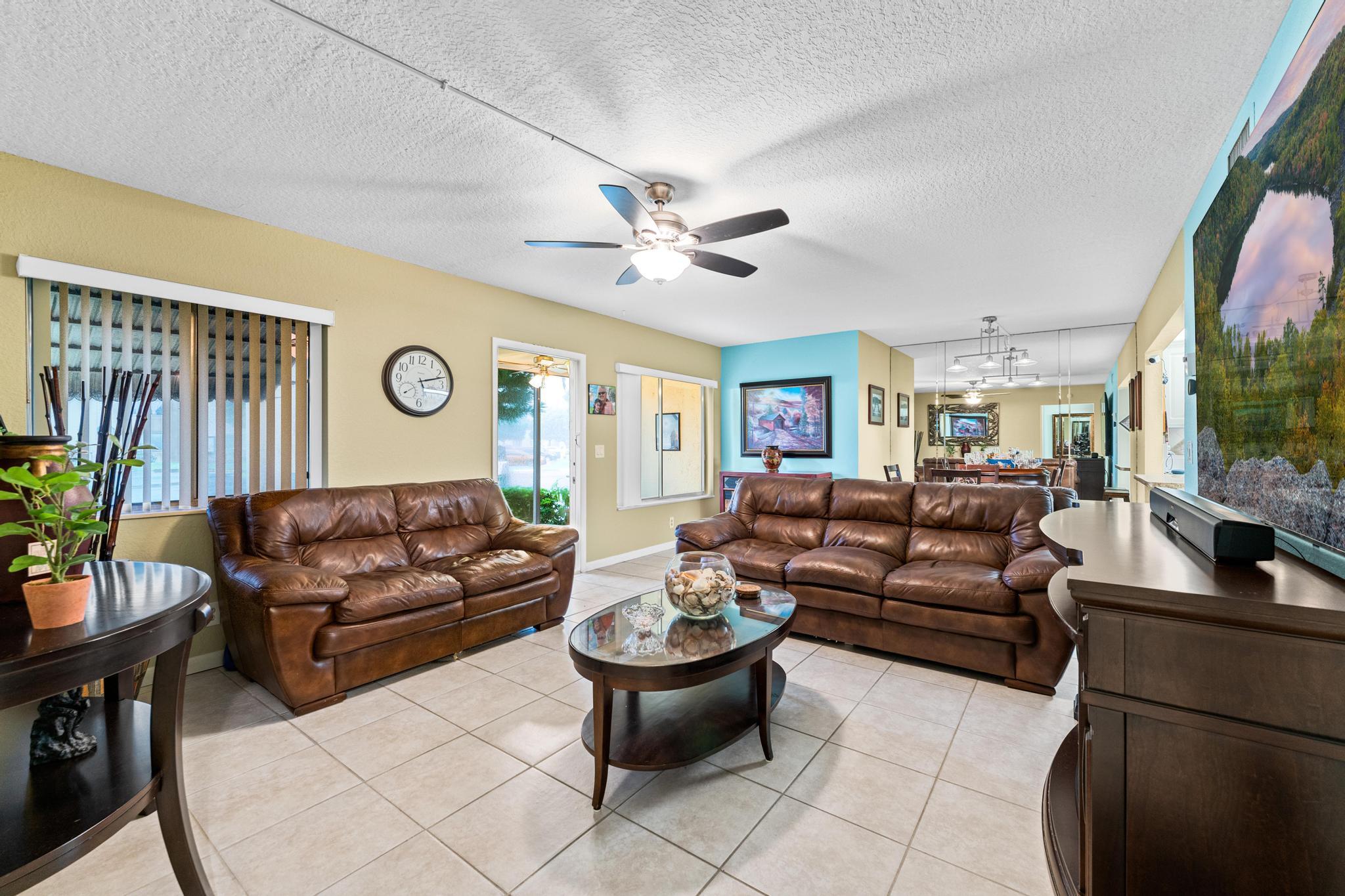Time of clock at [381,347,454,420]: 5:12
